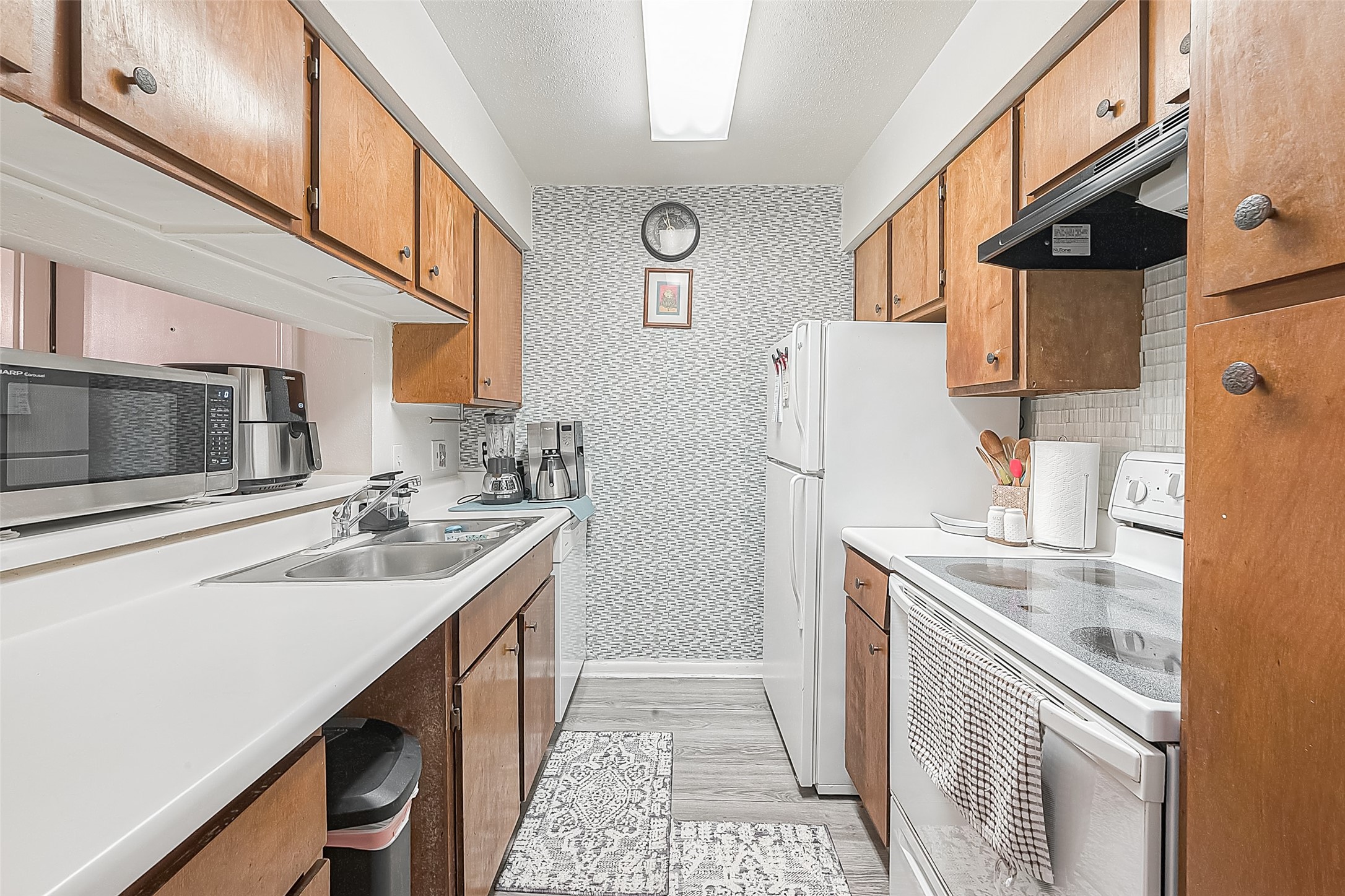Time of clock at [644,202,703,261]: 10:58
